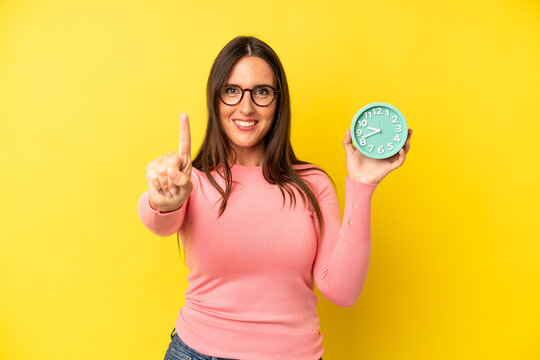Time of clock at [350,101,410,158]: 9:42
